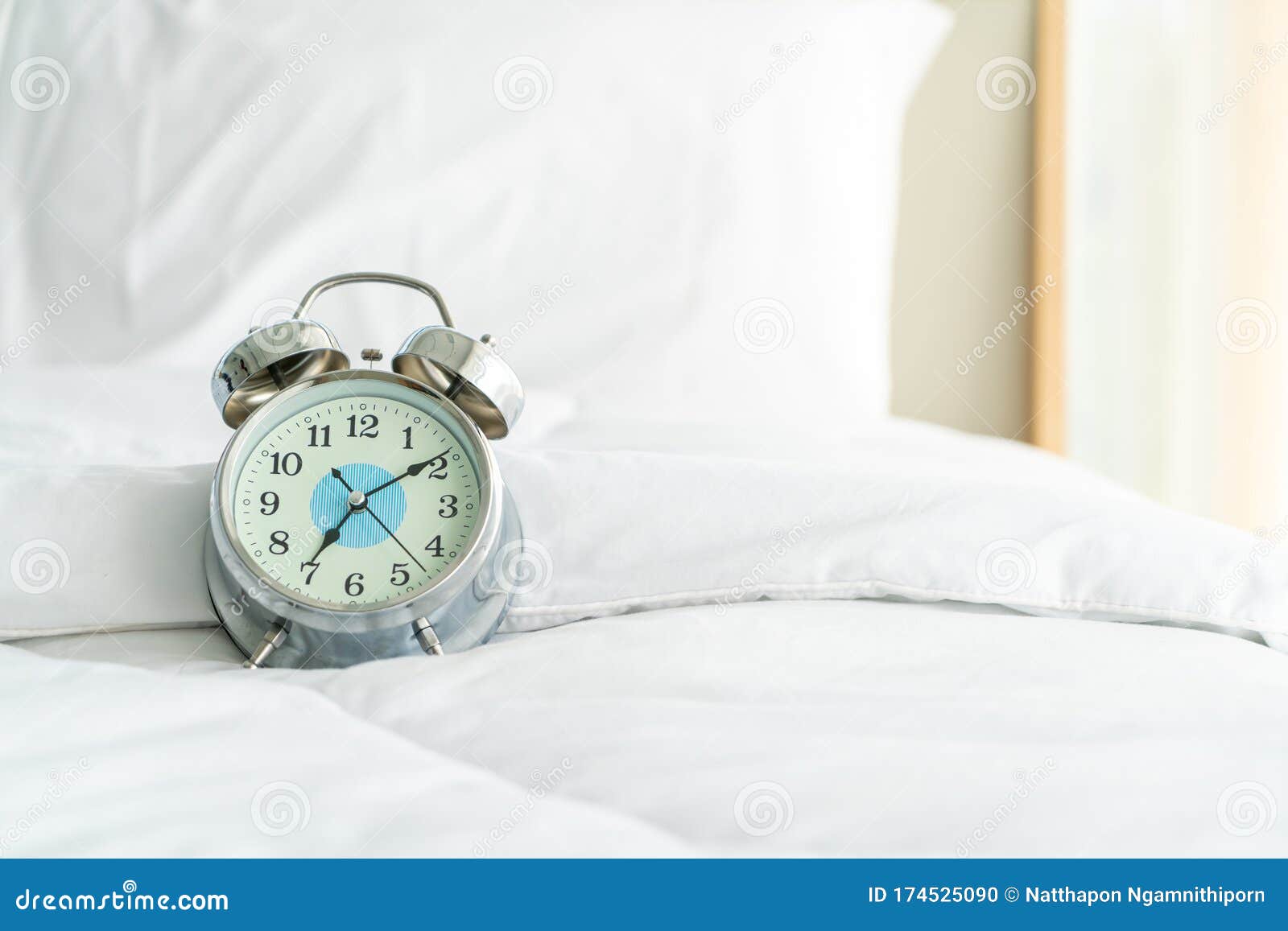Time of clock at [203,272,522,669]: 7:09
